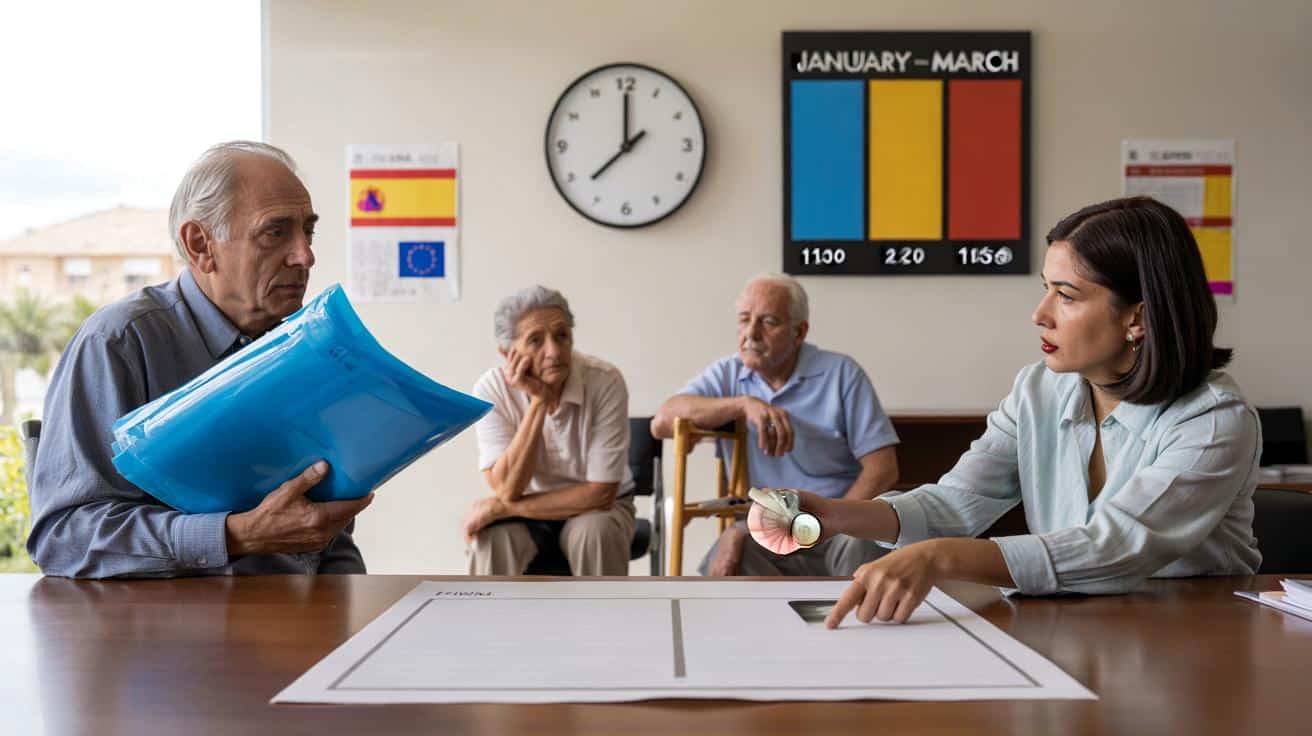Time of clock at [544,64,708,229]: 12:00
